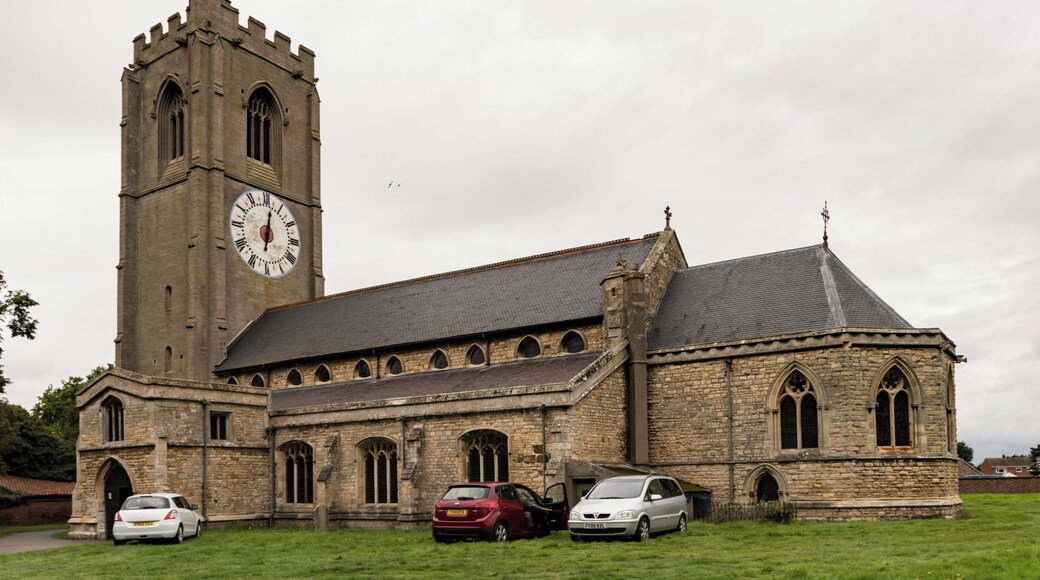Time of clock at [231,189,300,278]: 6:01
